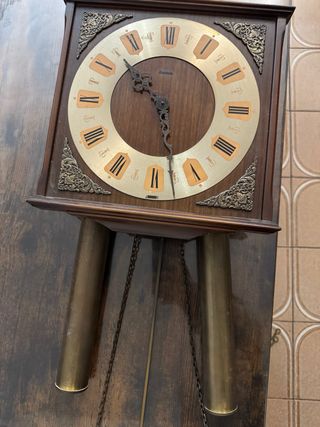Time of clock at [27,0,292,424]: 10:27
